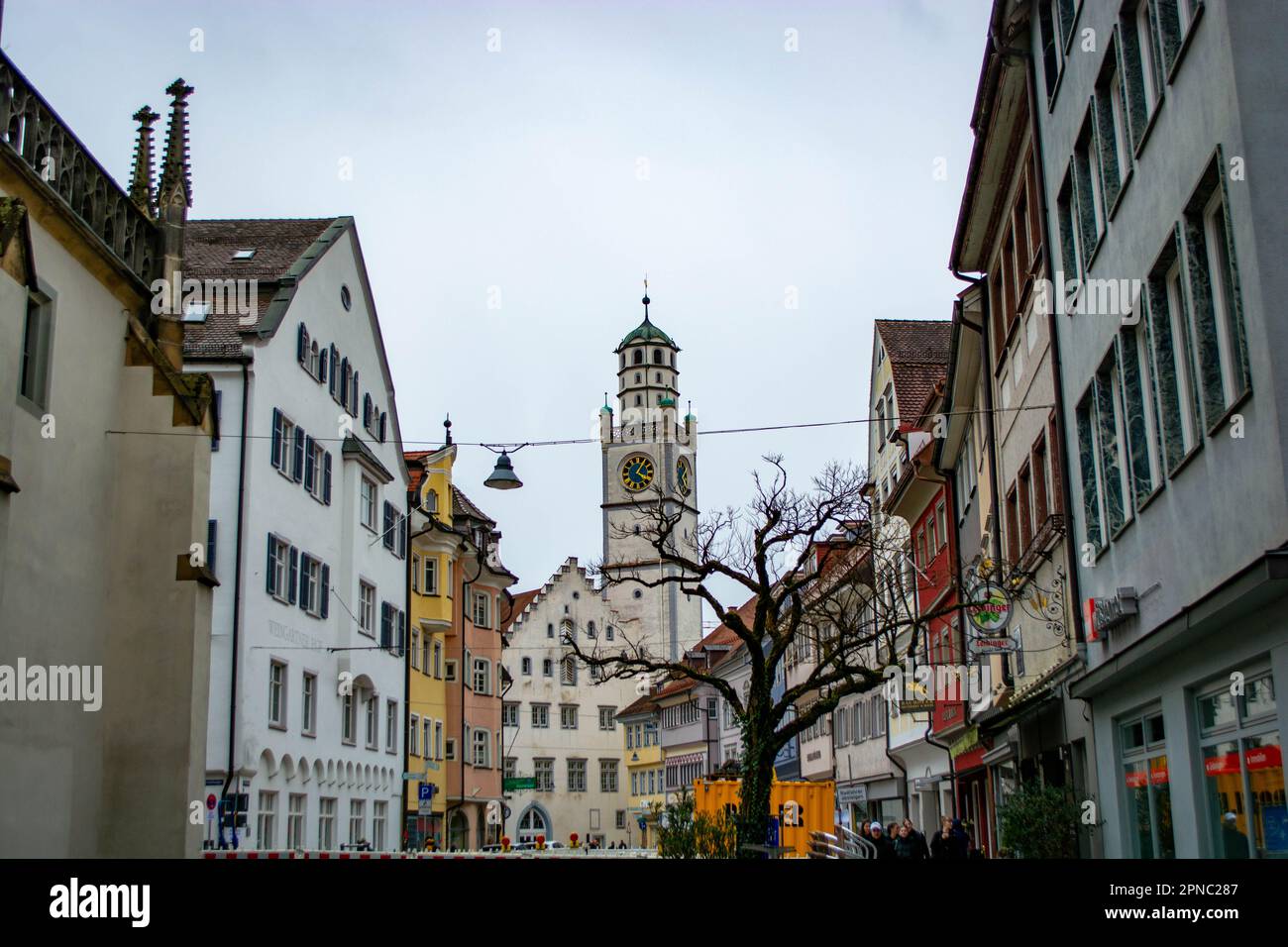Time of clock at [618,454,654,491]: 4:05
